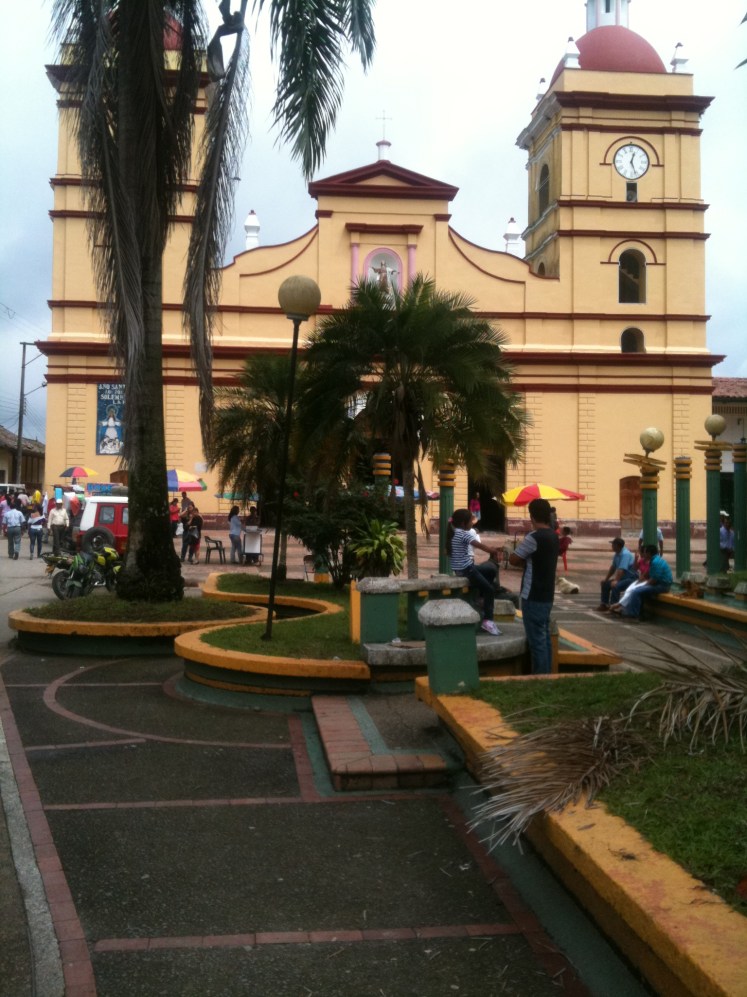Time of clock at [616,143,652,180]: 12:26
